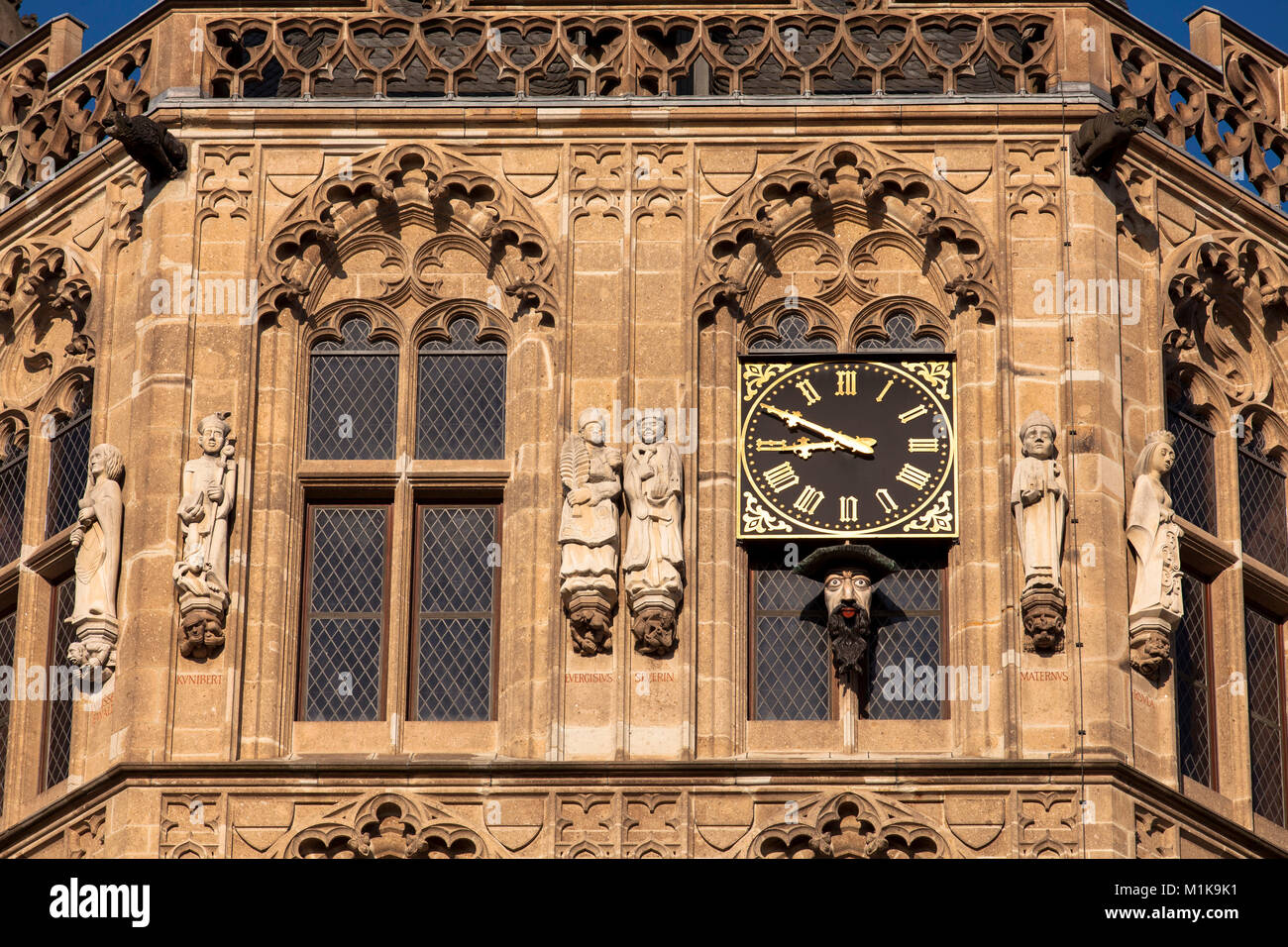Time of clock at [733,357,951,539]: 8:49
